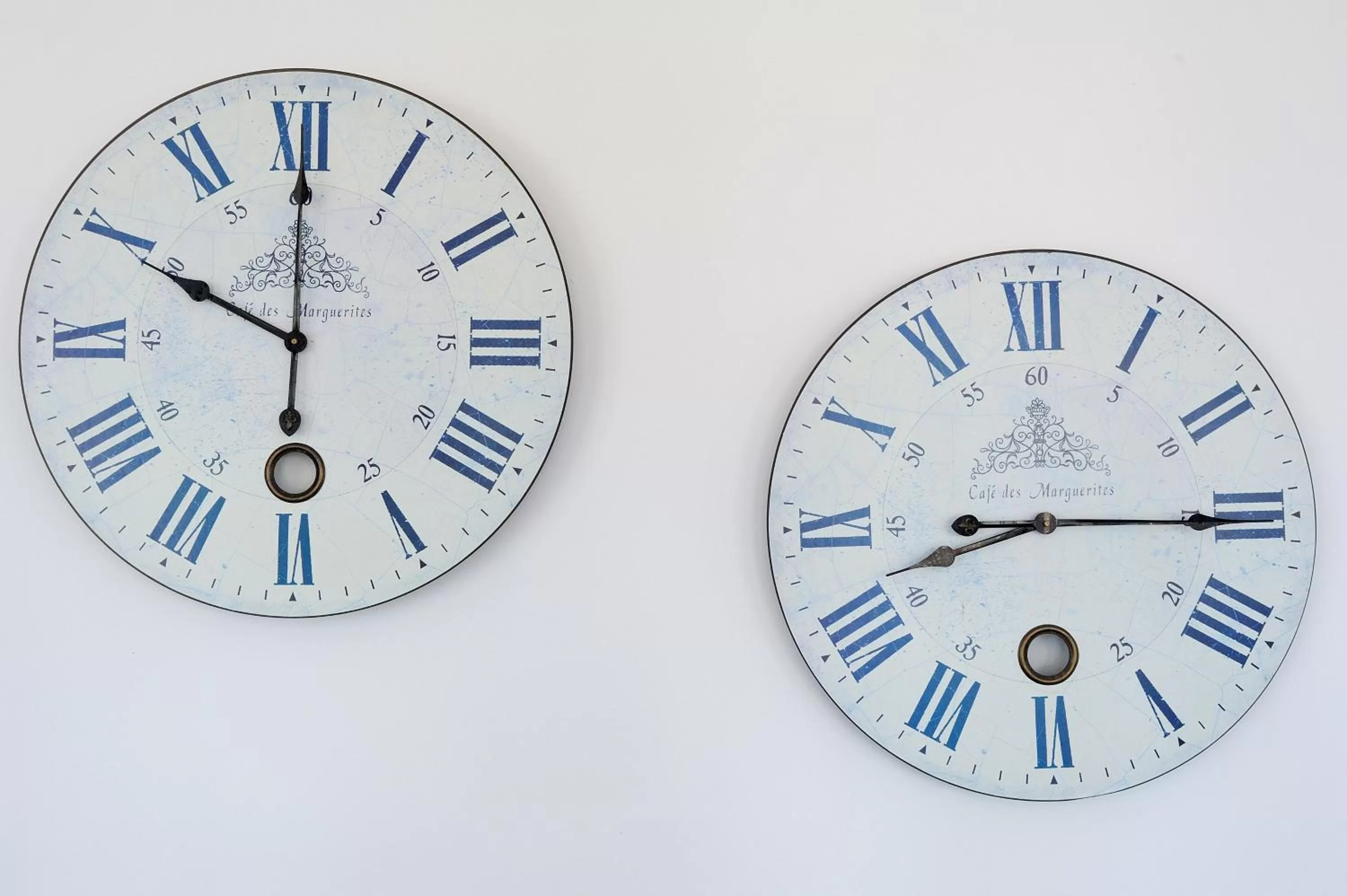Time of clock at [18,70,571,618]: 10:00
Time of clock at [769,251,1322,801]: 8:15
